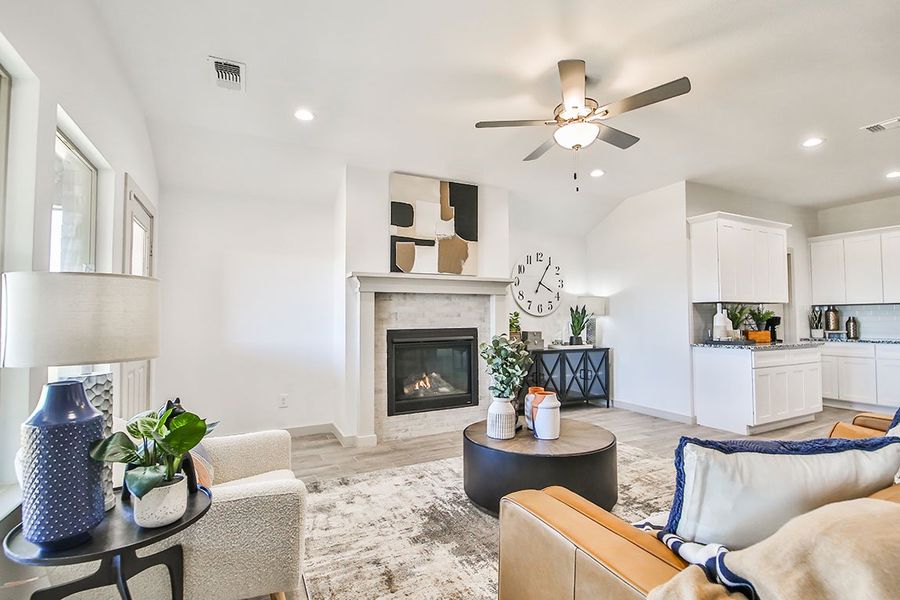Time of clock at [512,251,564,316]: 4:05
